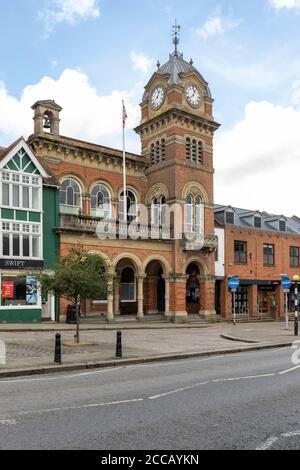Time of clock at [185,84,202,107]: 12:38
